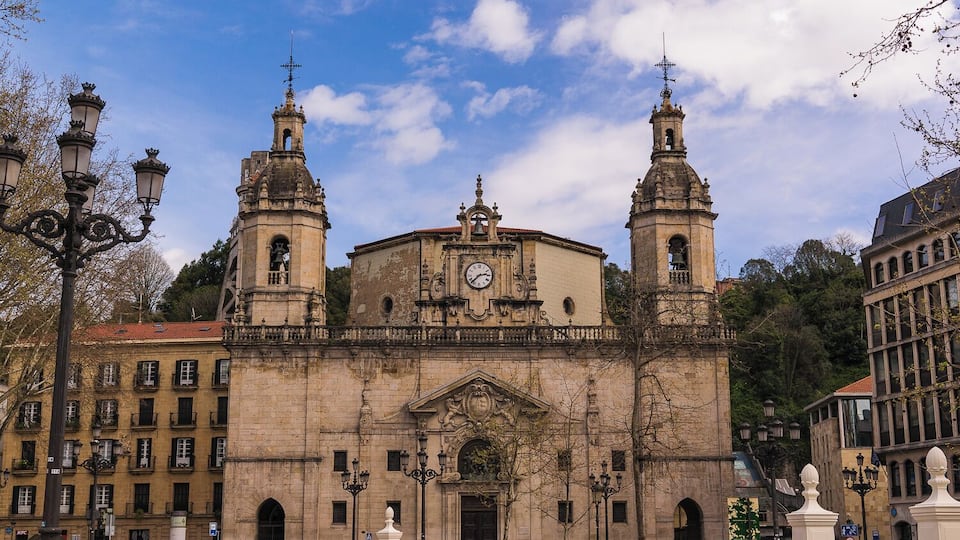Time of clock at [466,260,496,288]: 2:37
